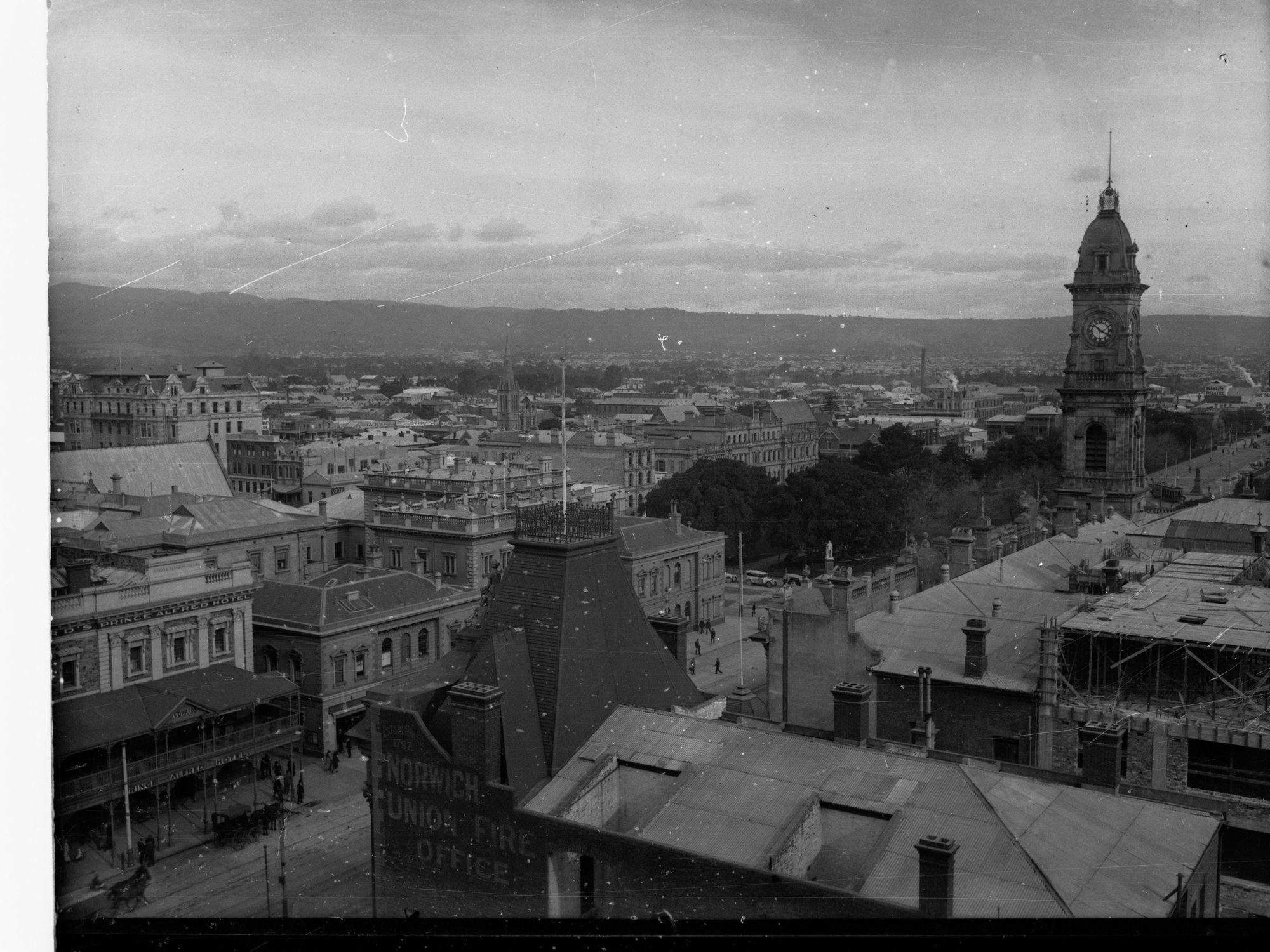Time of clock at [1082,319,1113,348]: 10:19
